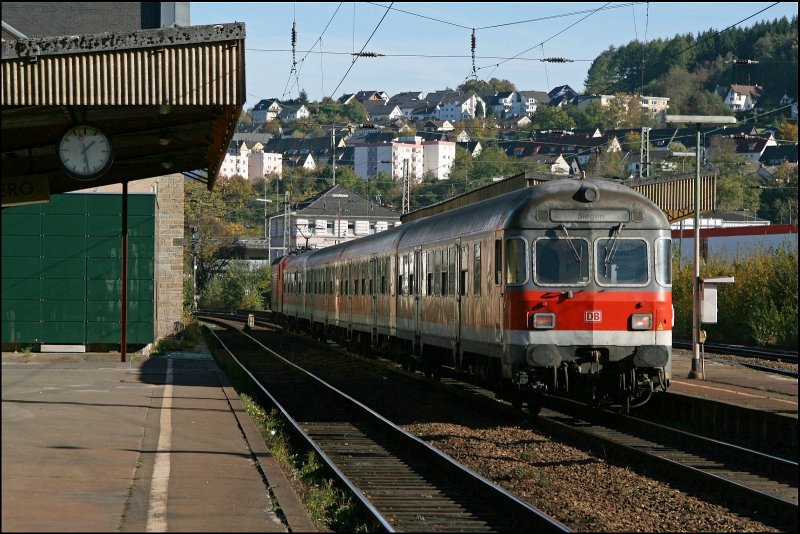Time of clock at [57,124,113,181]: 1:28
